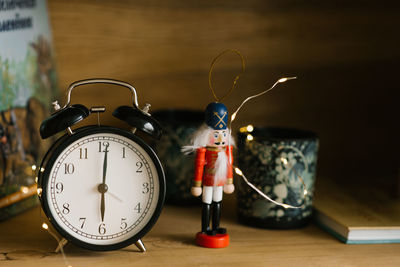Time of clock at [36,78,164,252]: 6:00
